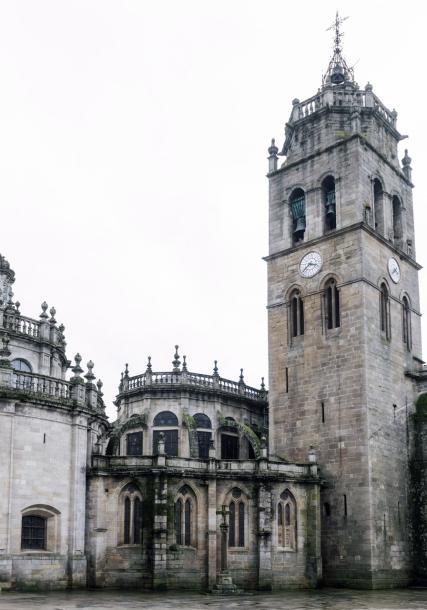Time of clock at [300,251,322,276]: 3:37
